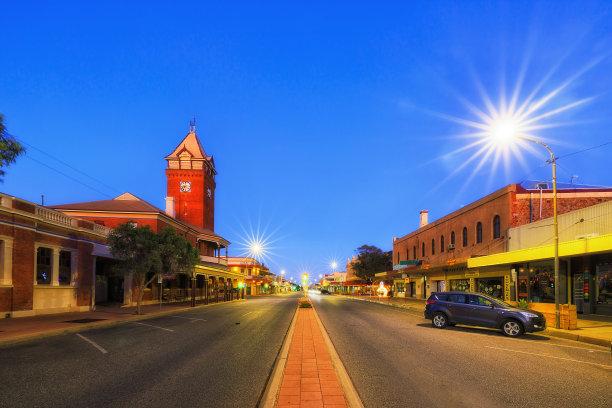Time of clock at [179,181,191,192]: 7:00
